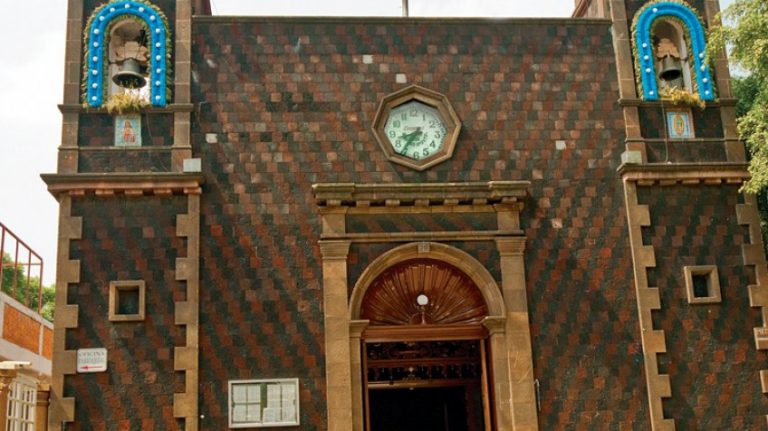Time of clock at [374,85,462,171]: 8:36
